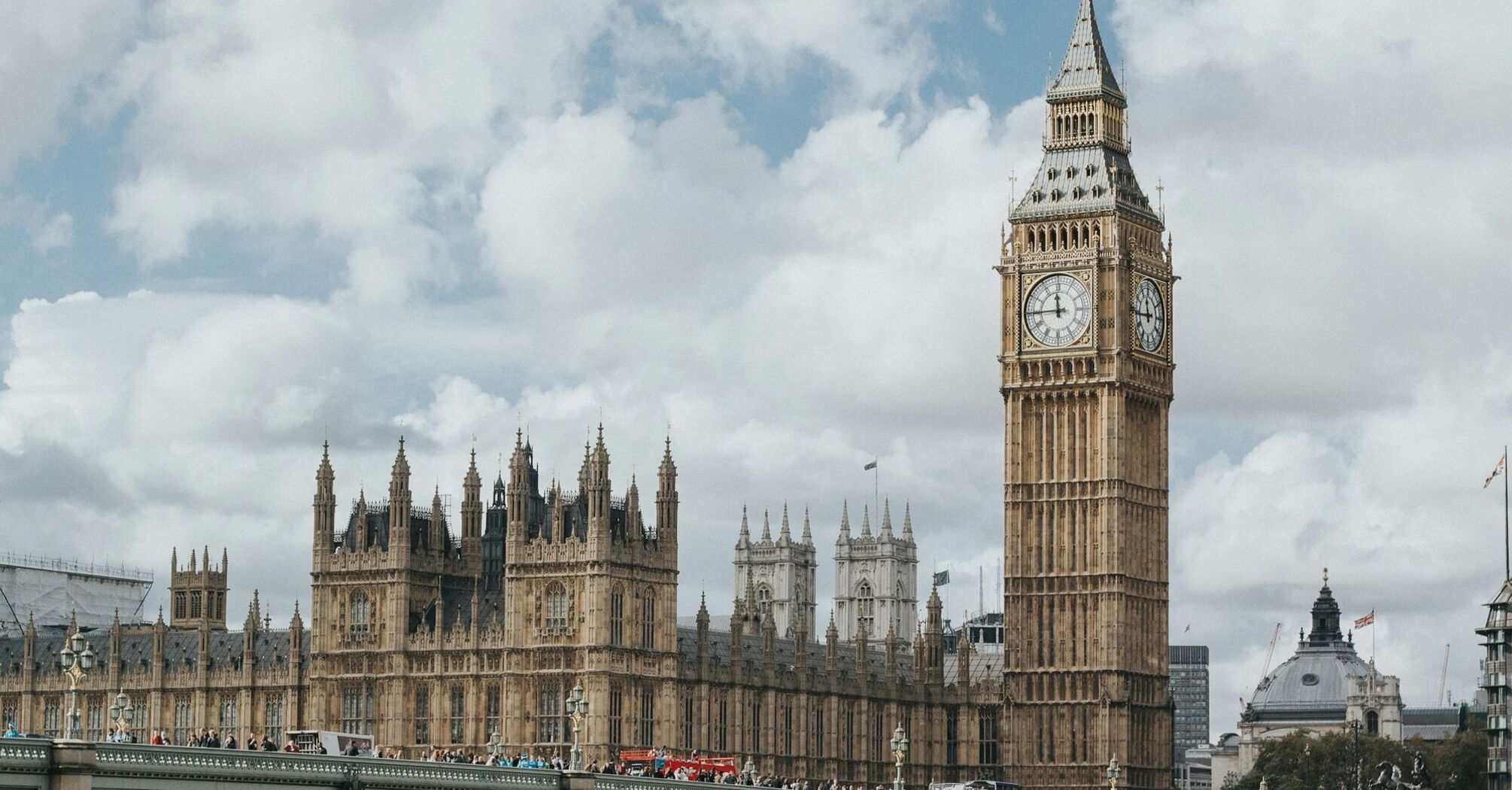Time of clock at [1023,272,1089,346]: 11:44
